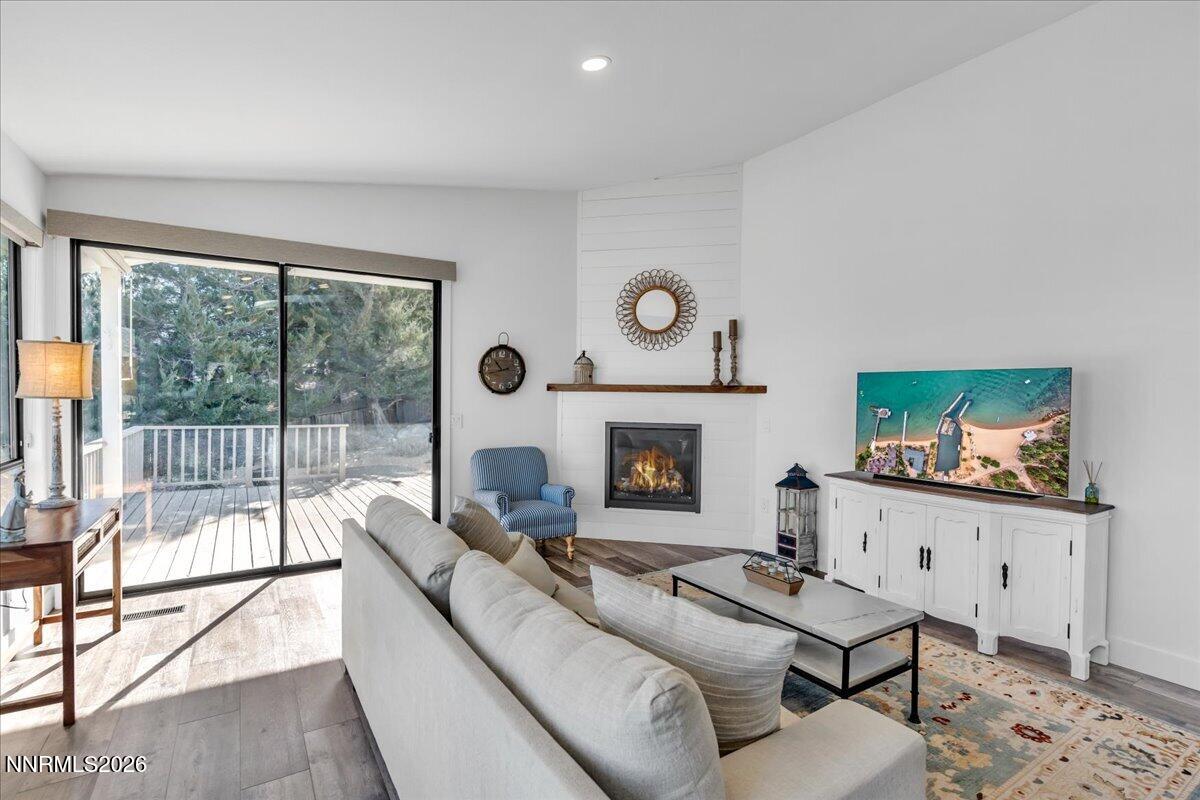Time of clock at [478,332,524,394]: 10:42
